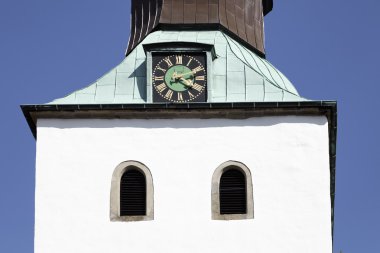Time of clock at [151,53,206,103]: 4:12
